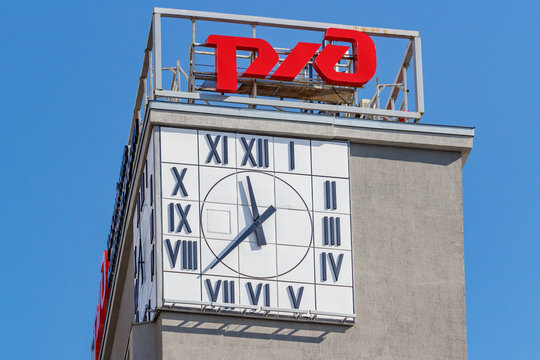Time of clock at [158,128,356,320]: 11:37
